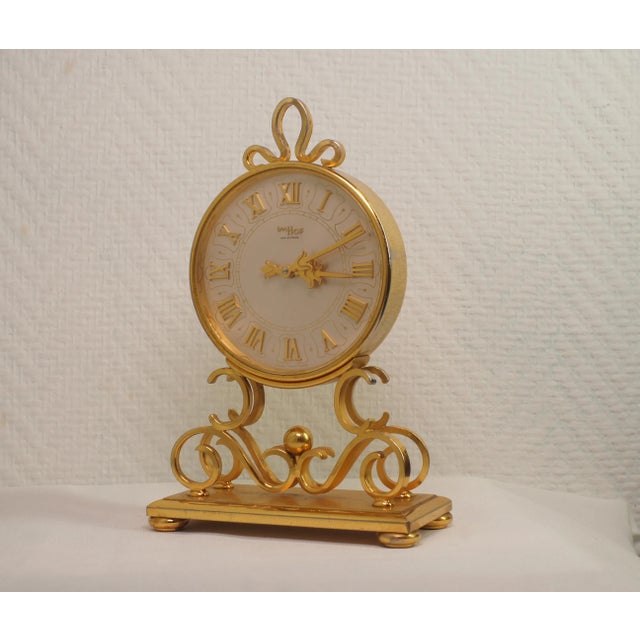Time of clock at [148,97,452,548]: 3:09
